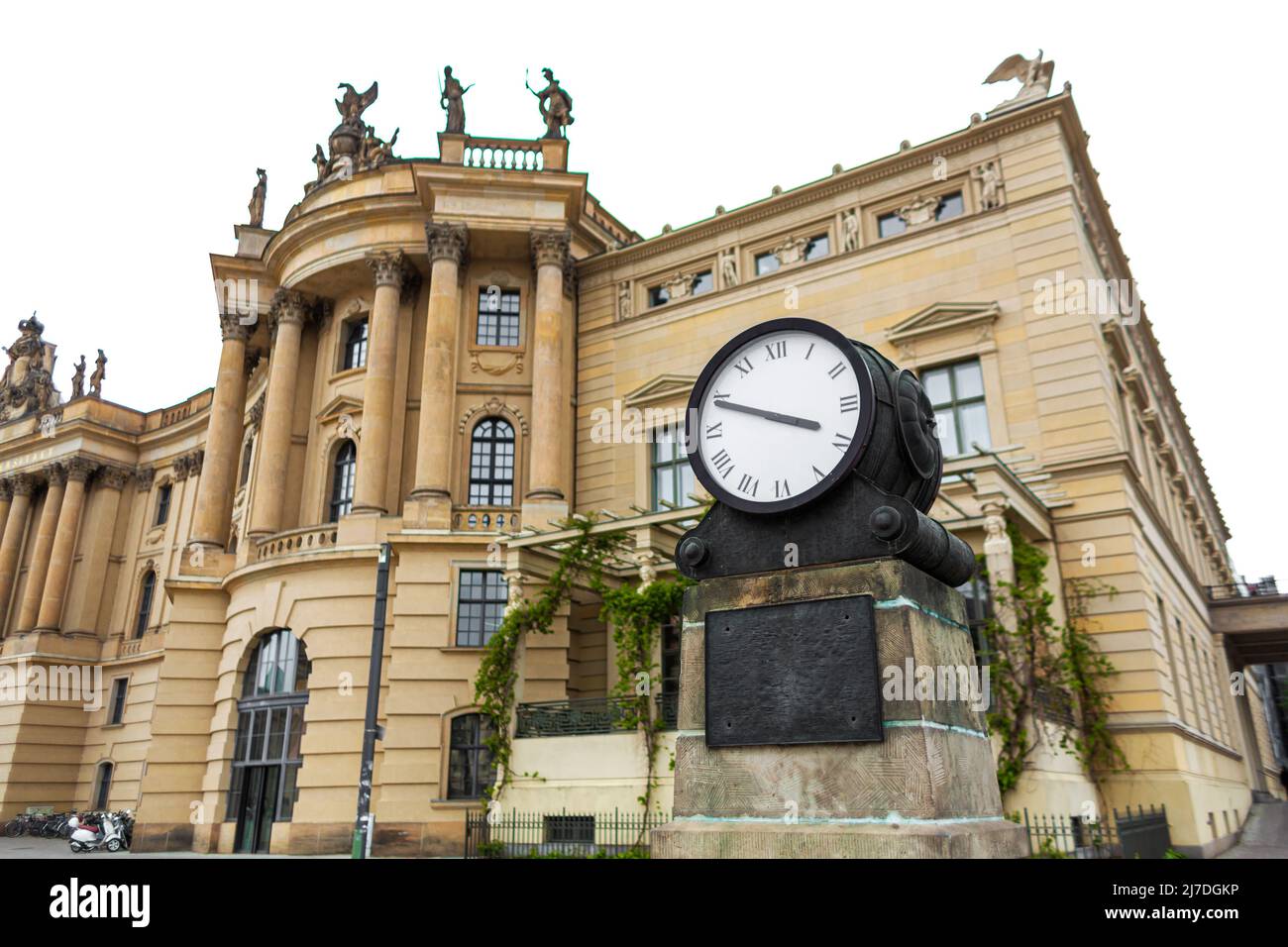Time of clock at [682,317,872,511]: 3:48
